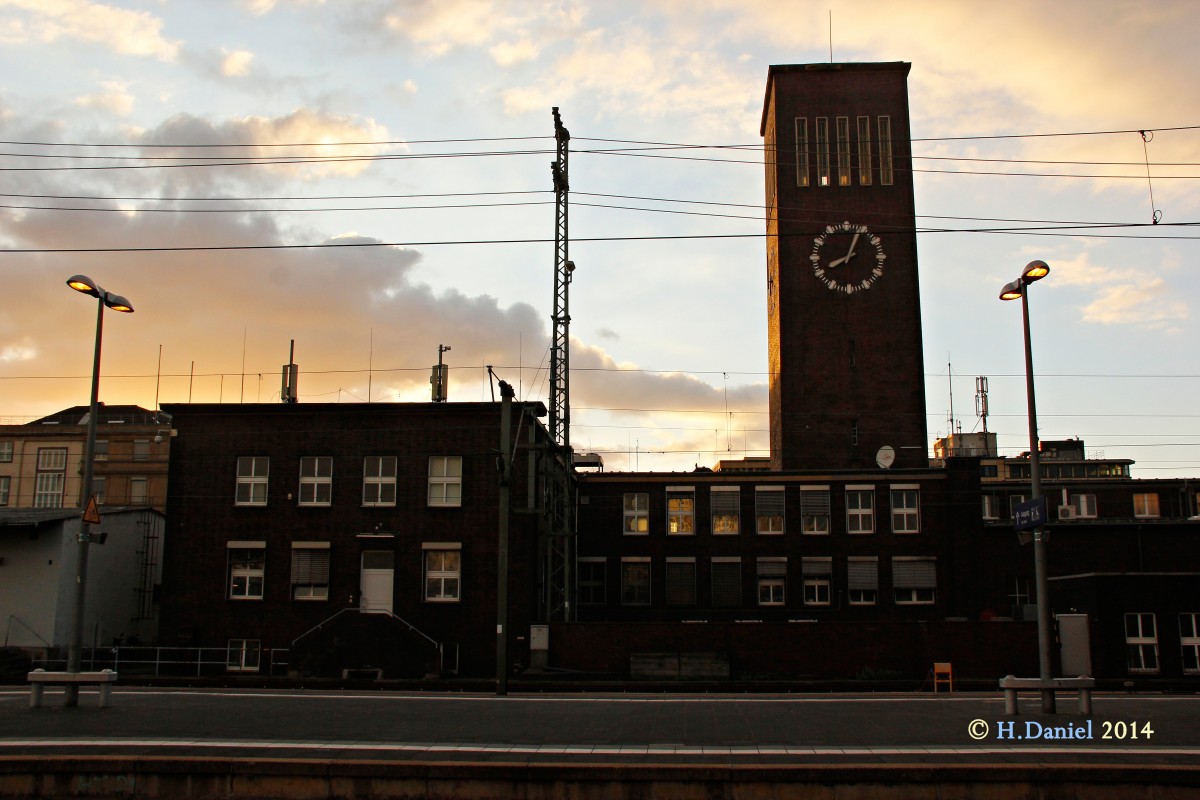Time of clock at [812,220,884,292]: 8:04
